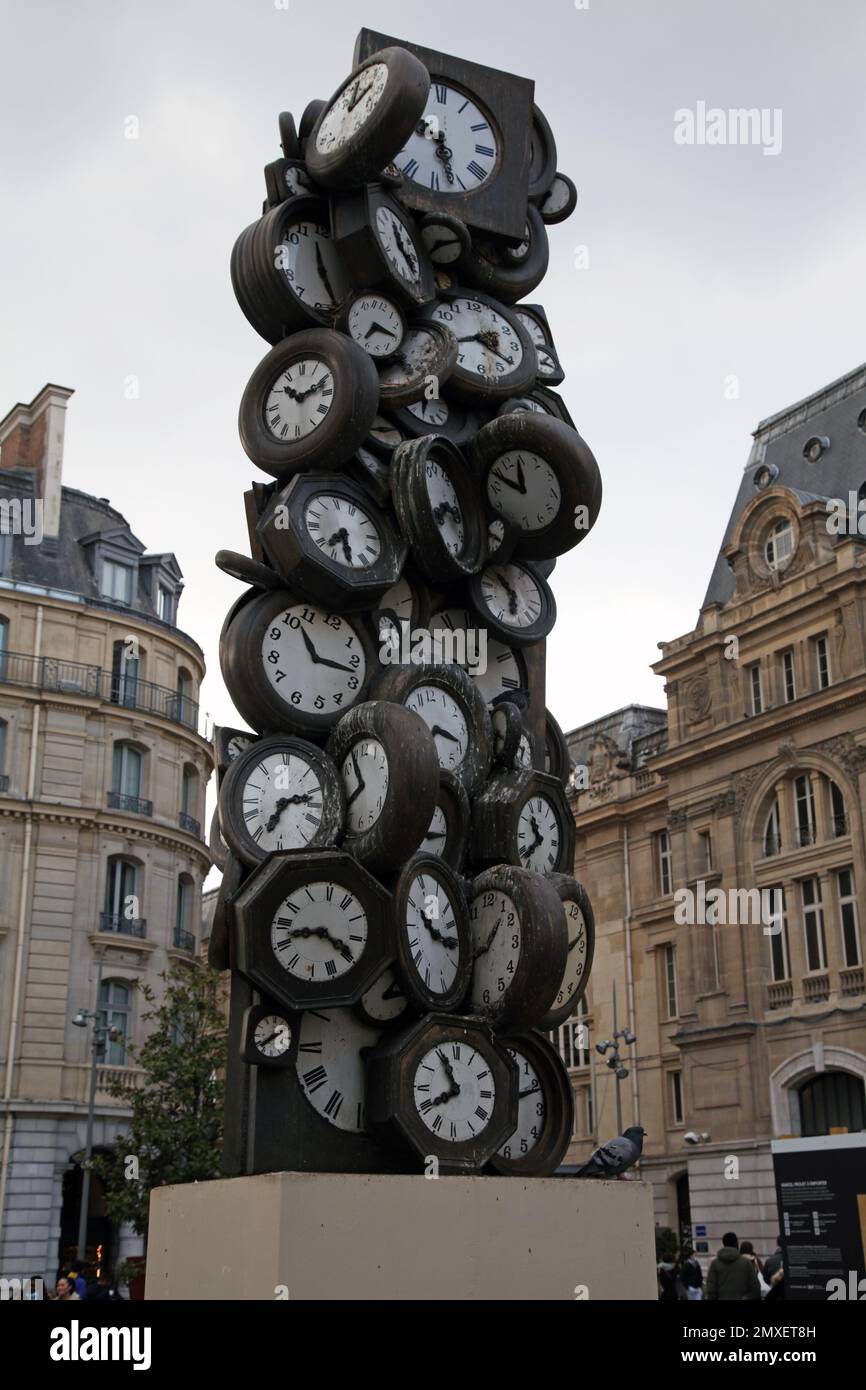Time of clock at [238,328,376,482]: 10:12
